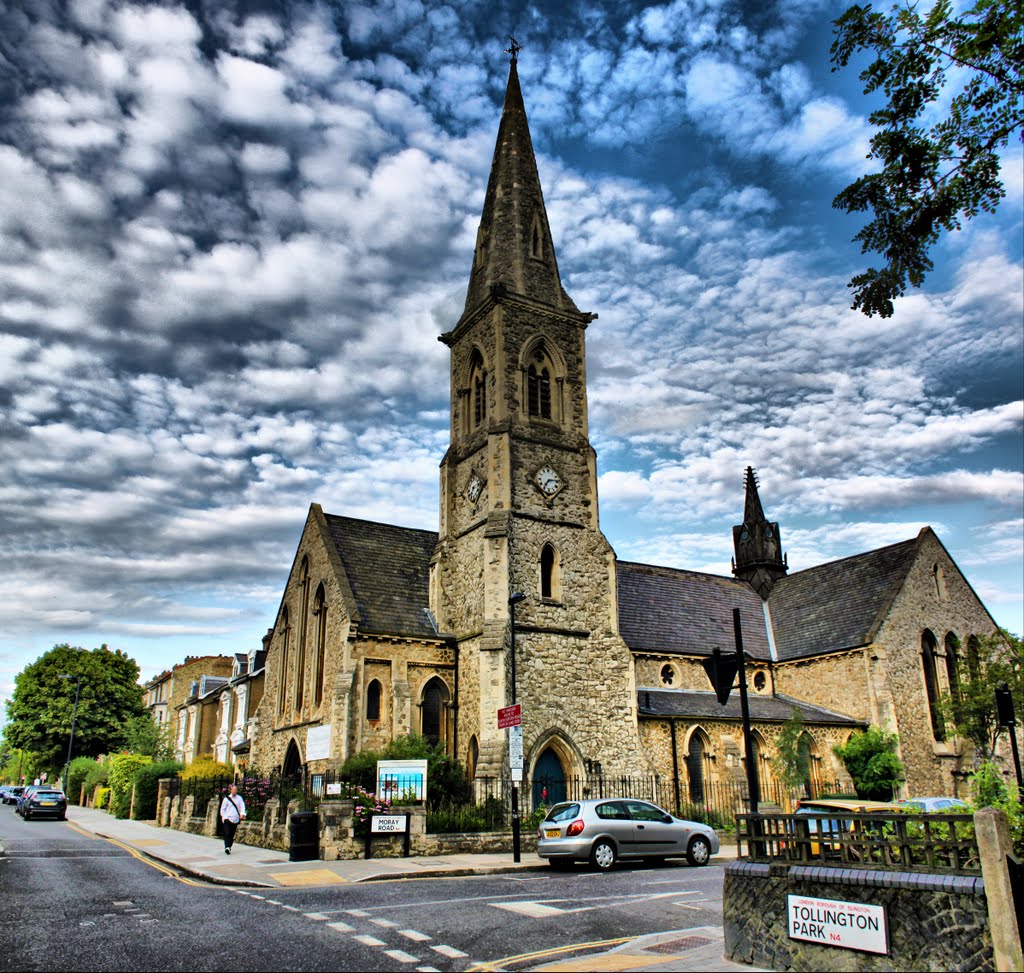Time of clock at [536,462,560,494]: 7:13
